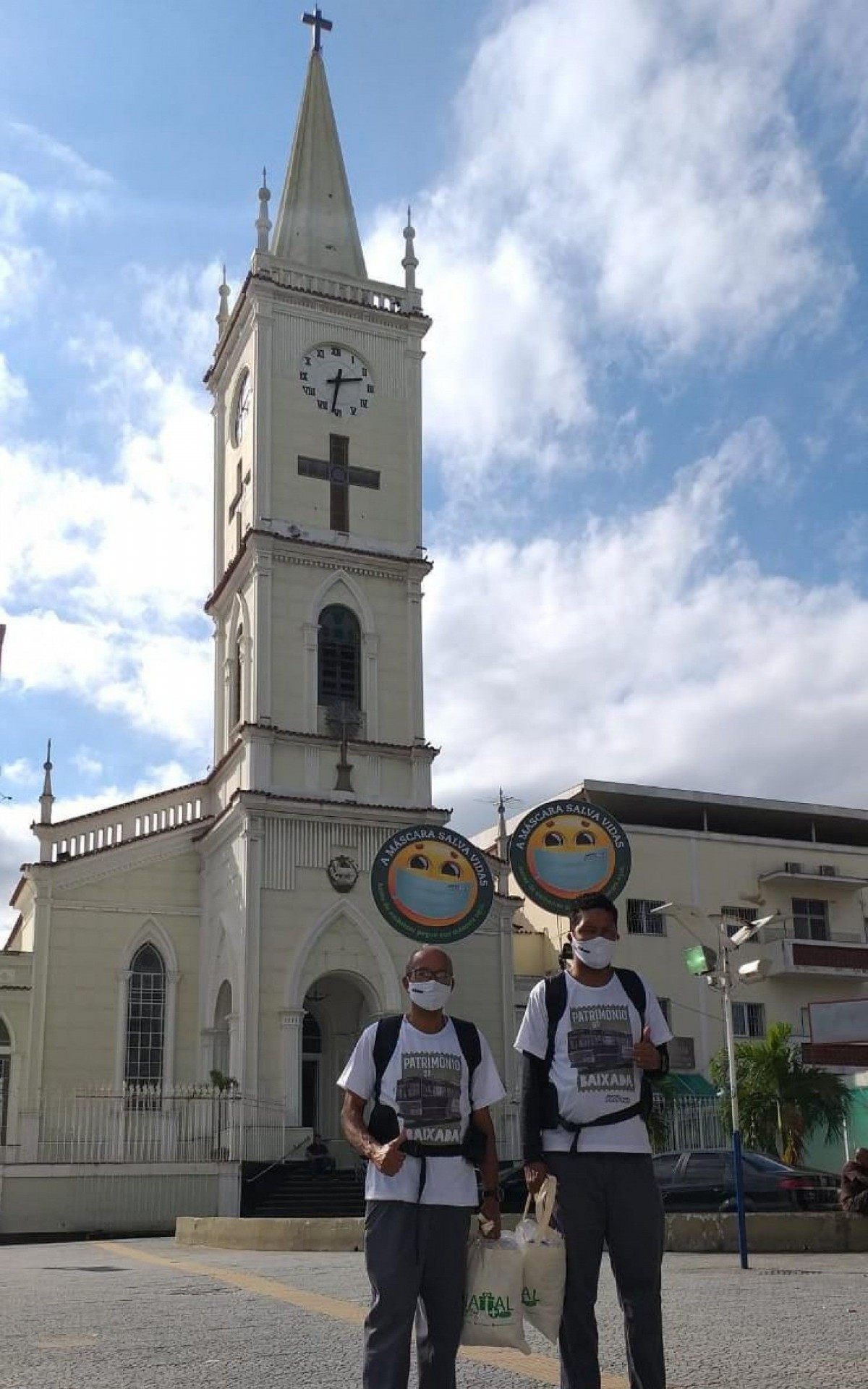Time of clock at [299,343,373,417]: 2:31
